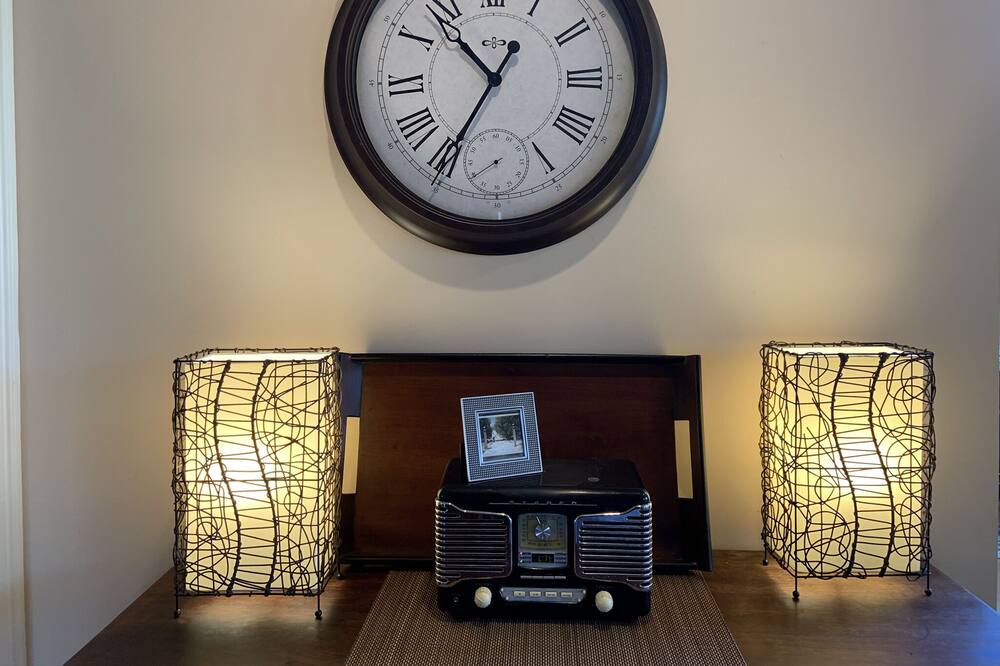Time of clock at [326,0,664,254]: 10:35
